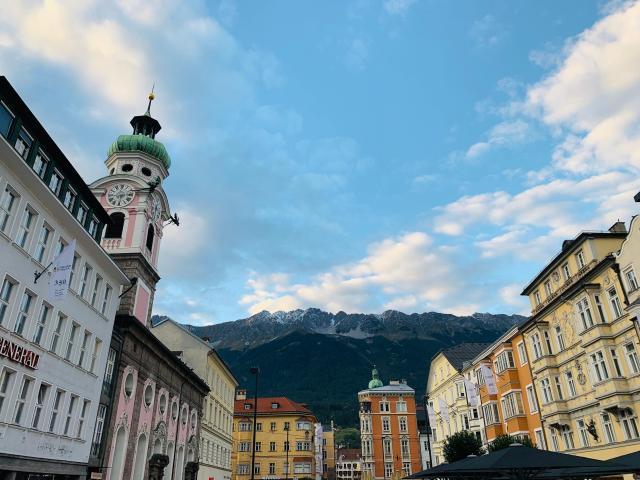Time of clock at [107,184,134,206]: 6:13
